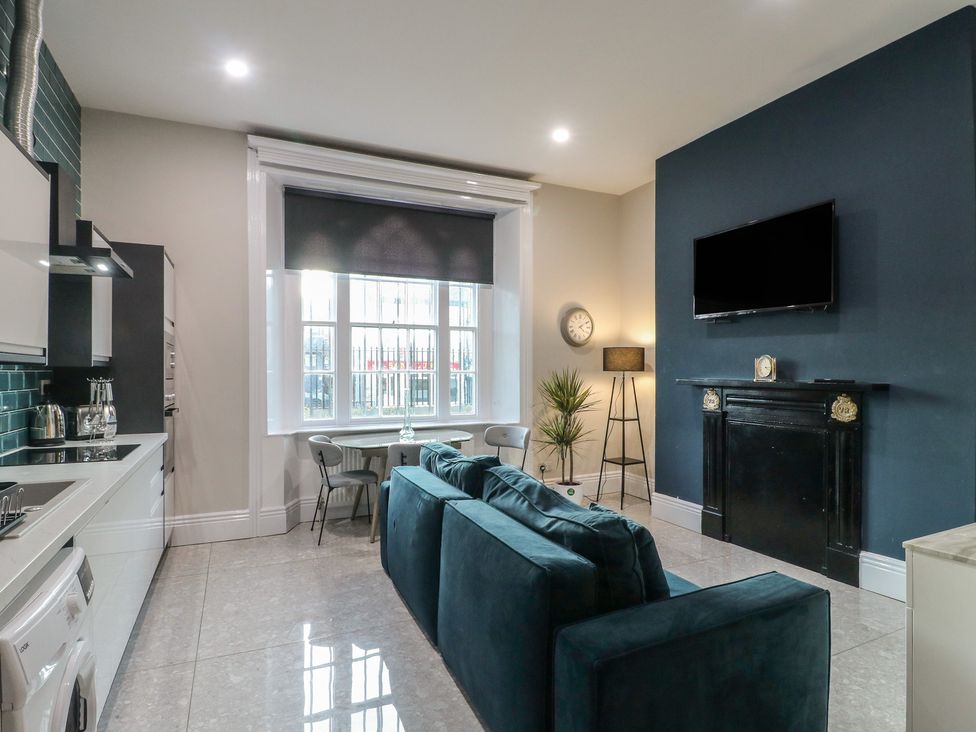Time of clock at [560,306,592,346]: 4:09
